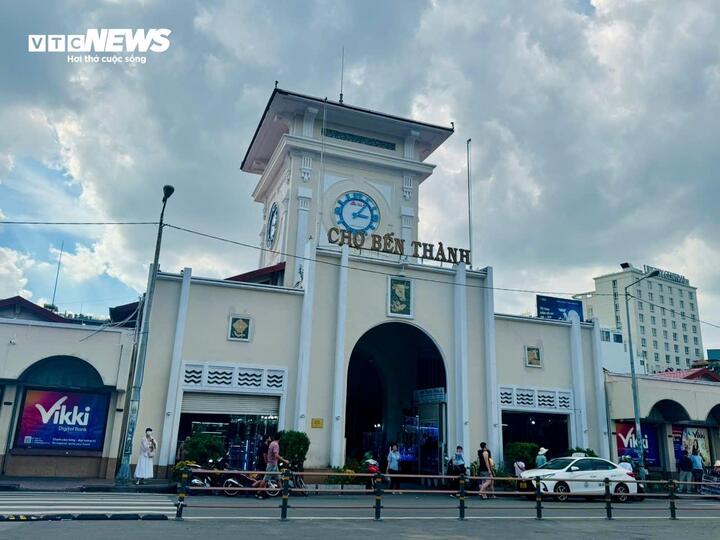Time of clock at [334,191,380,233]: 3:06
